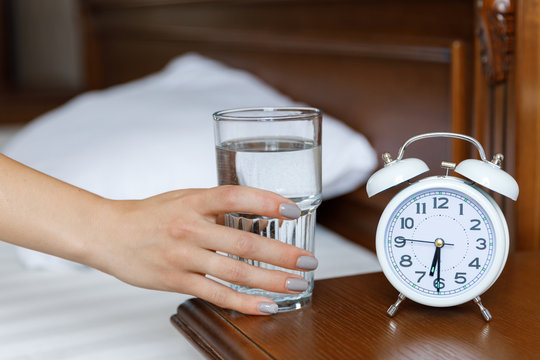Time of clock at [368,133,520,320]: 6:30
